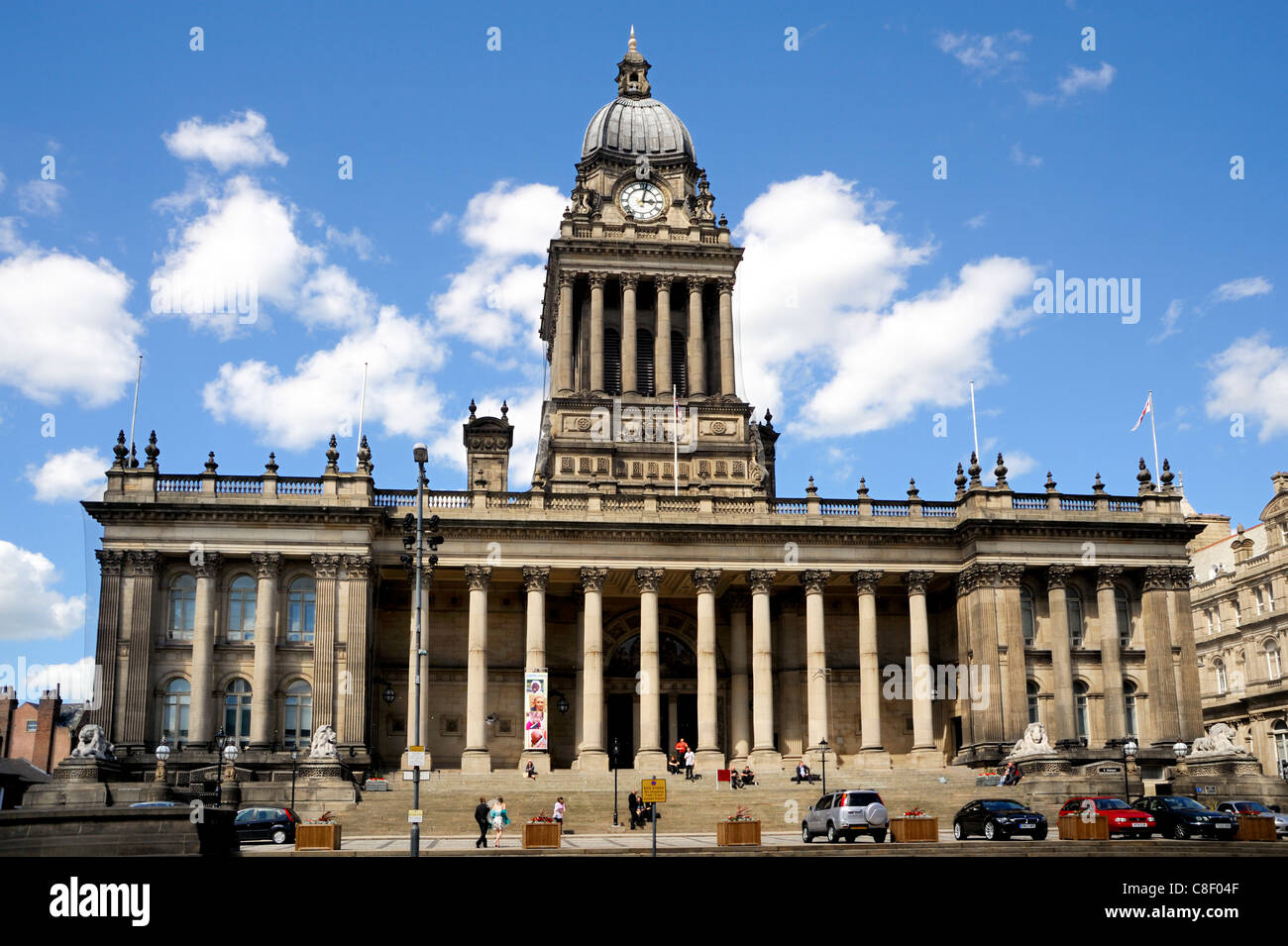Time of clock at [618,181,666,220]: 3:02
